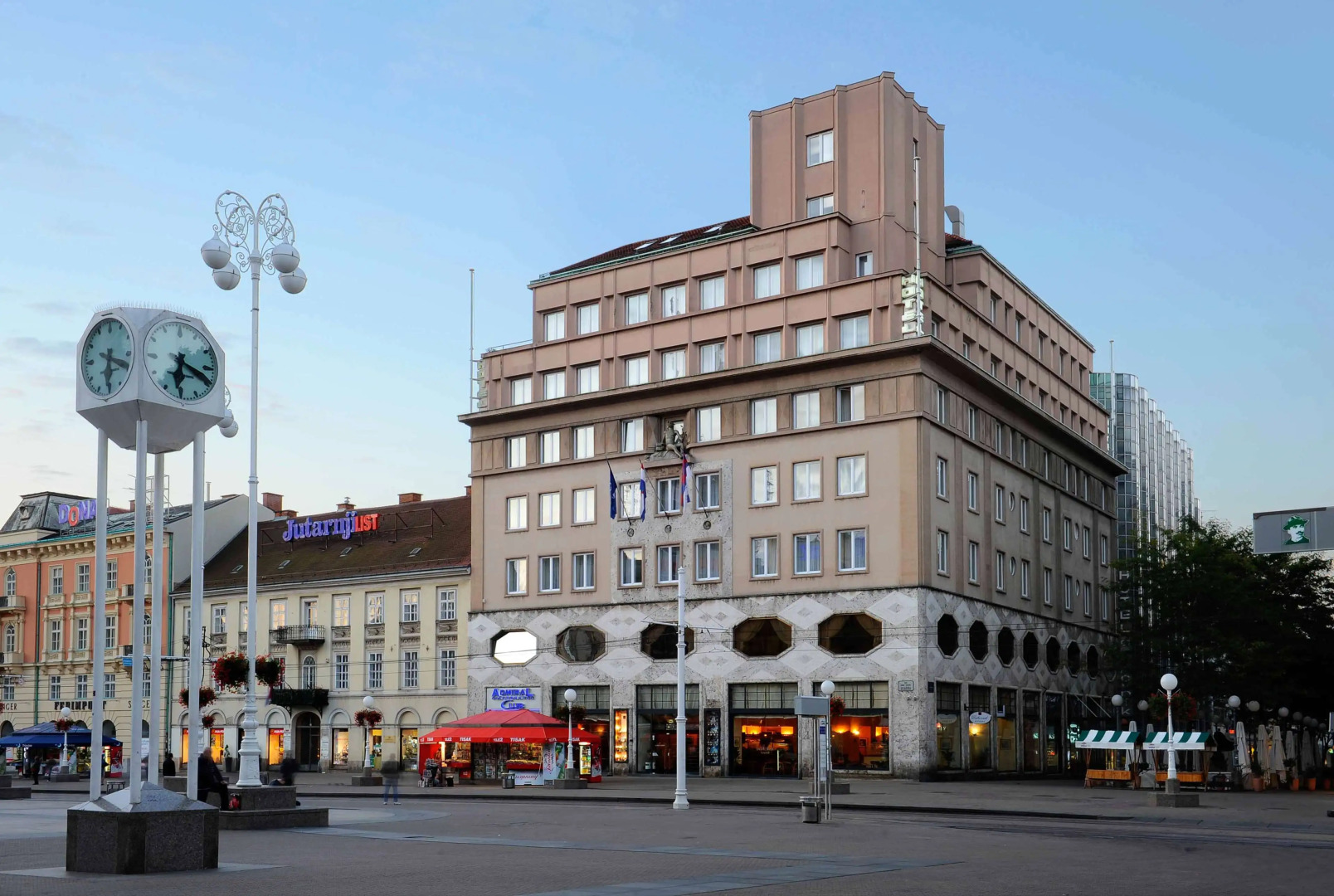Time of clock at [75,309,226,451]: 6:18
